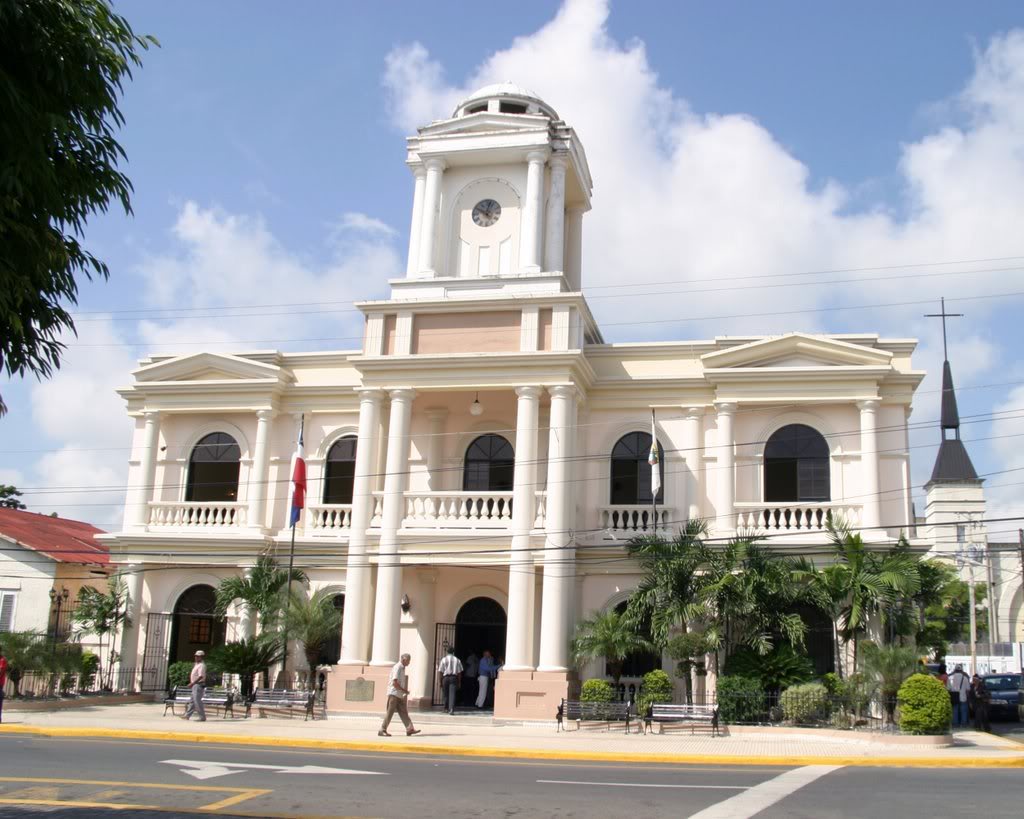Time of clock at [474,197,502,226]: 10:02
